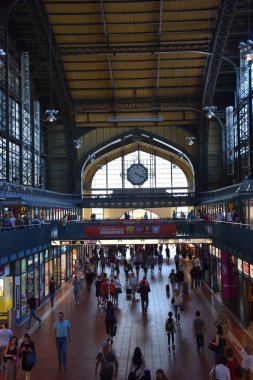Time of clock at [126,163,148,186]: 4:18
